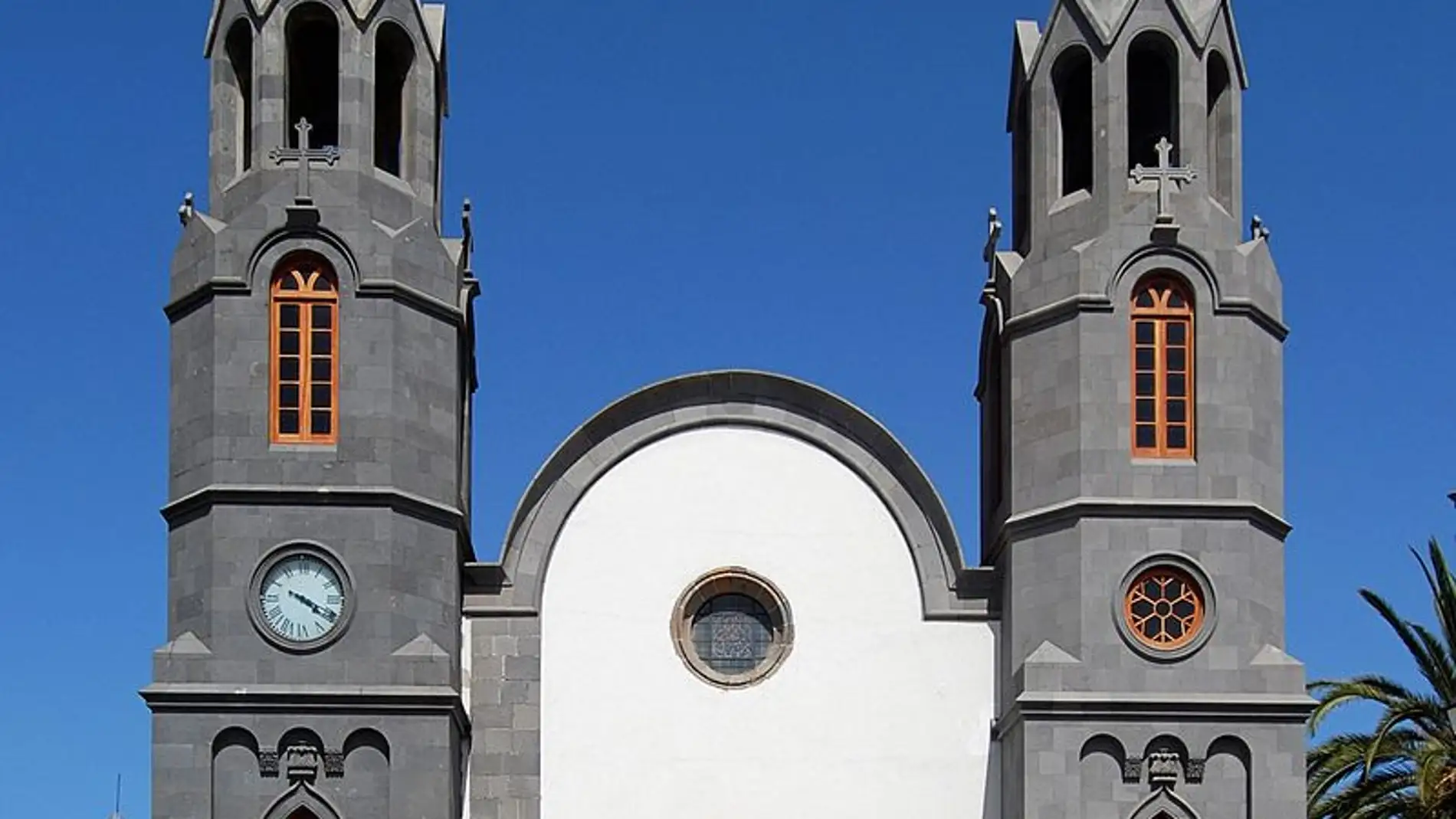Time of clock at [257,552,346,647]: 4:19
